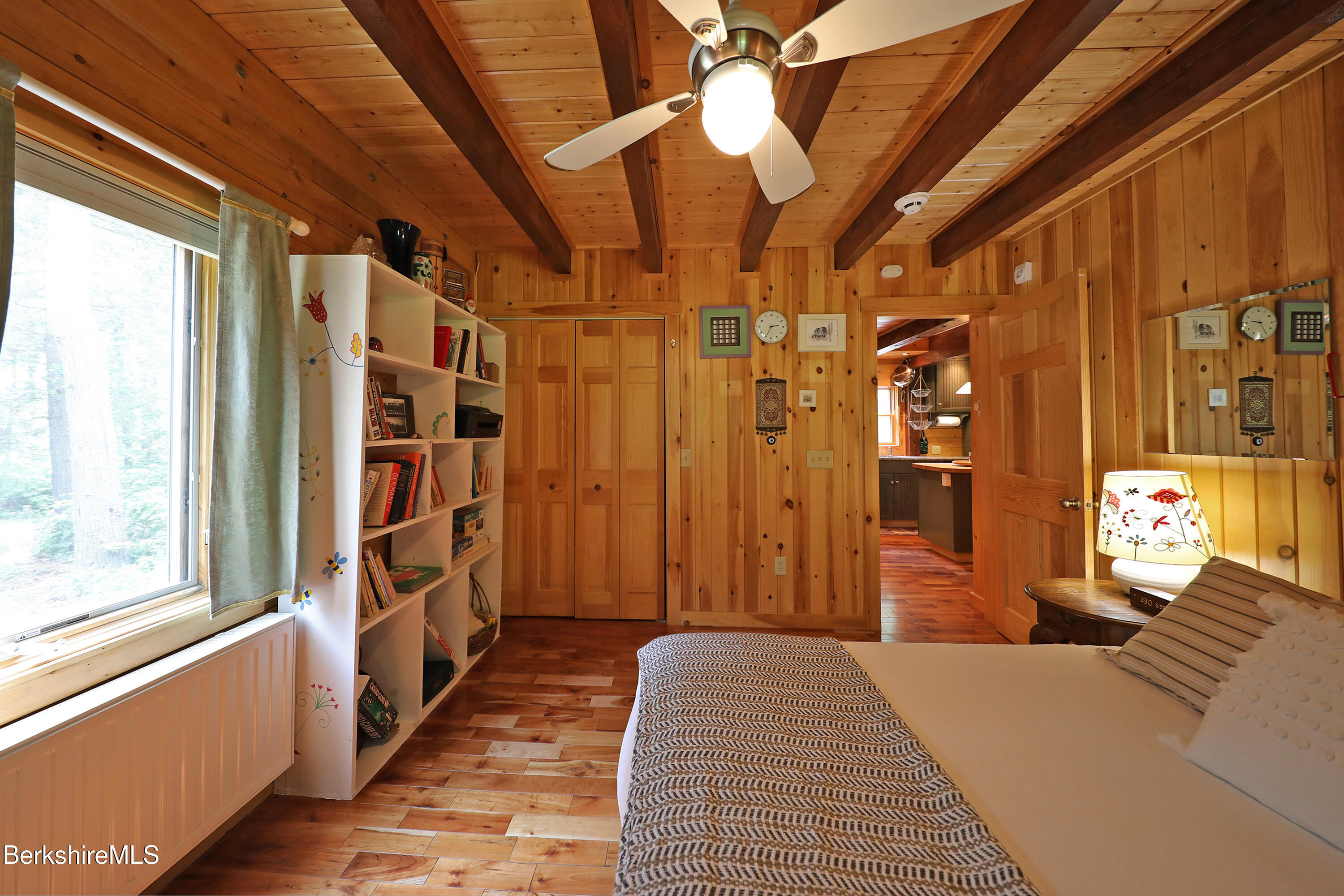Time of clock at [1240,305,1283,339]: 9:25
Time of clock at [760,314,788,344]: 2:34
